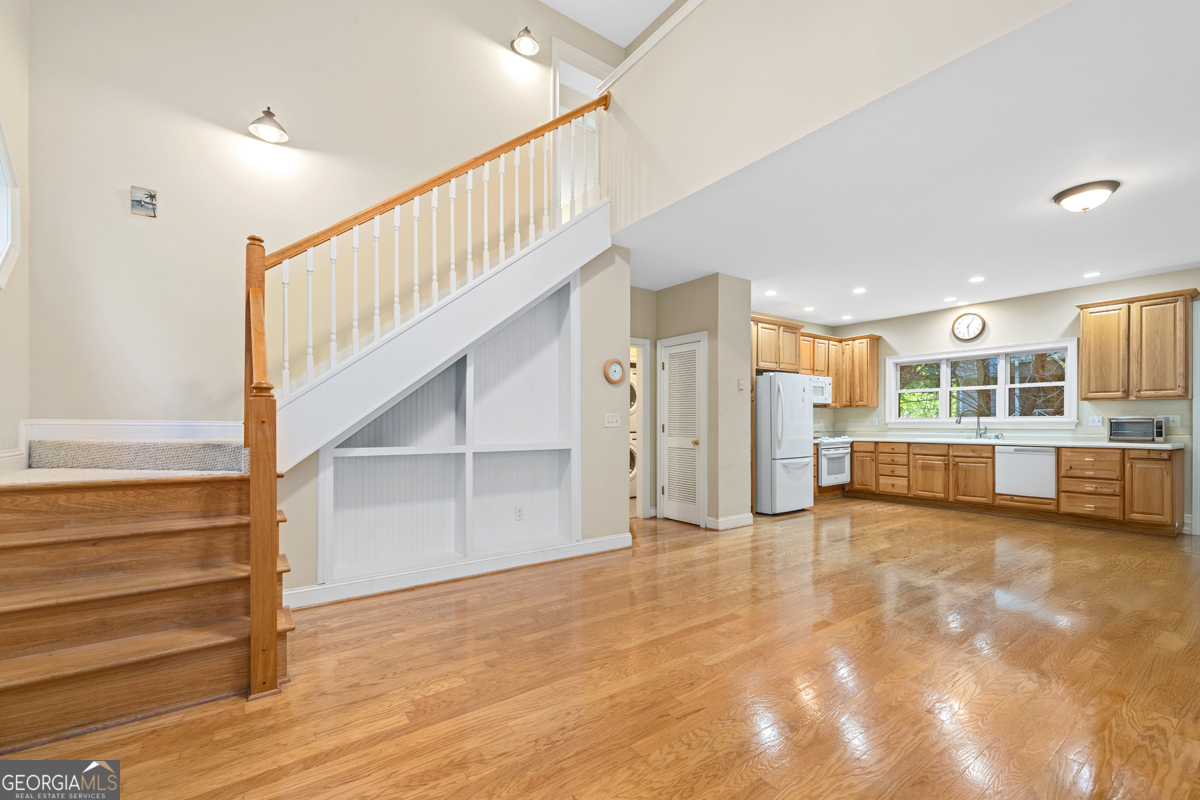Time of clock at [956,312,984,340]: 6:06
